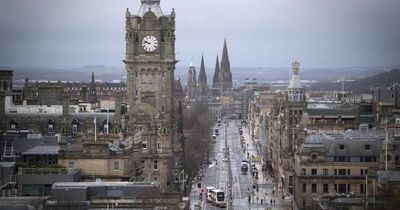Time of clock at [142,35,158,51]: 9:47
